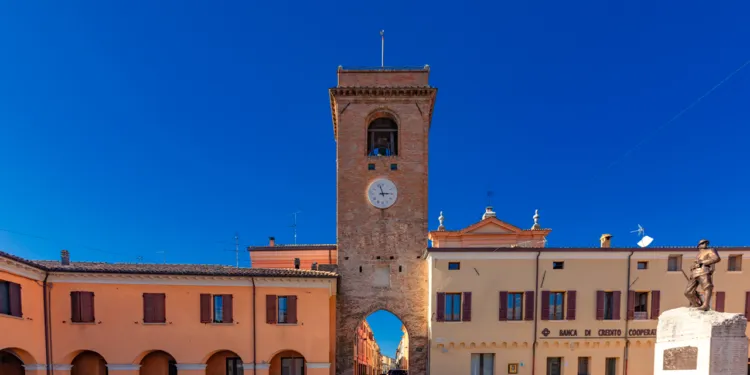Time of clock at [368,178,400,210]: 2:57
